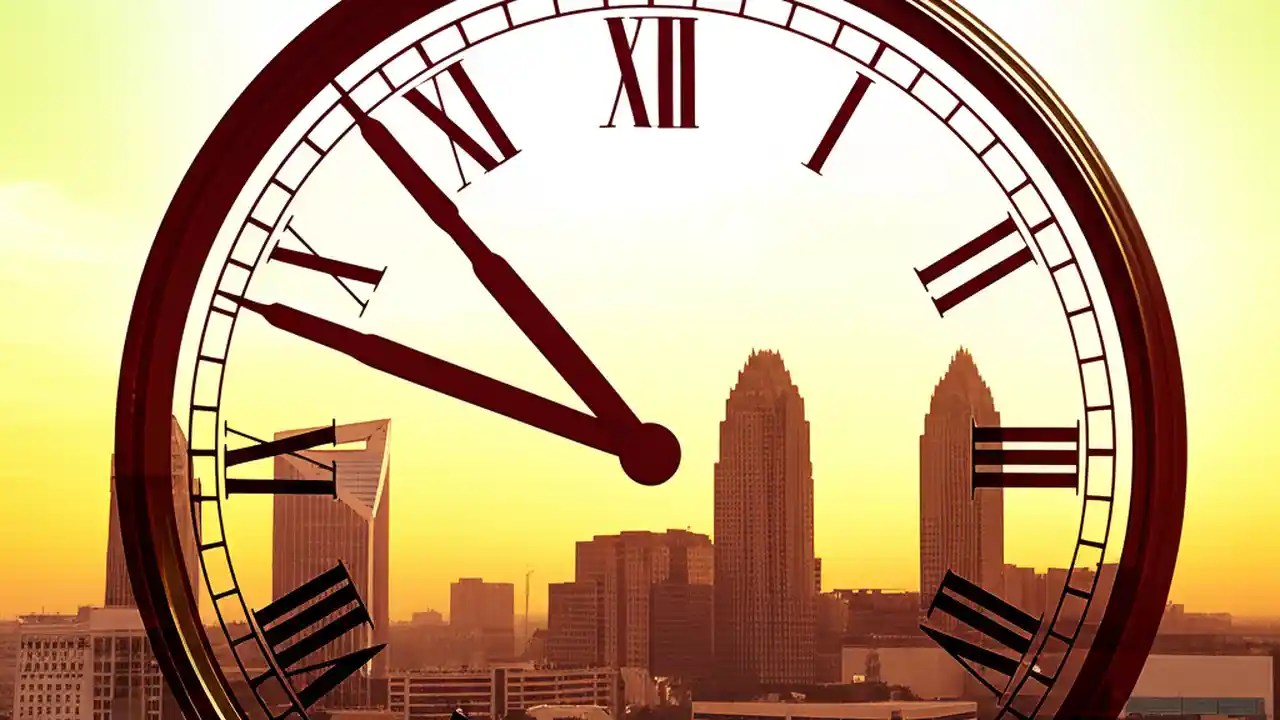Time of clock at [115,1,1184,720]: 10:48
